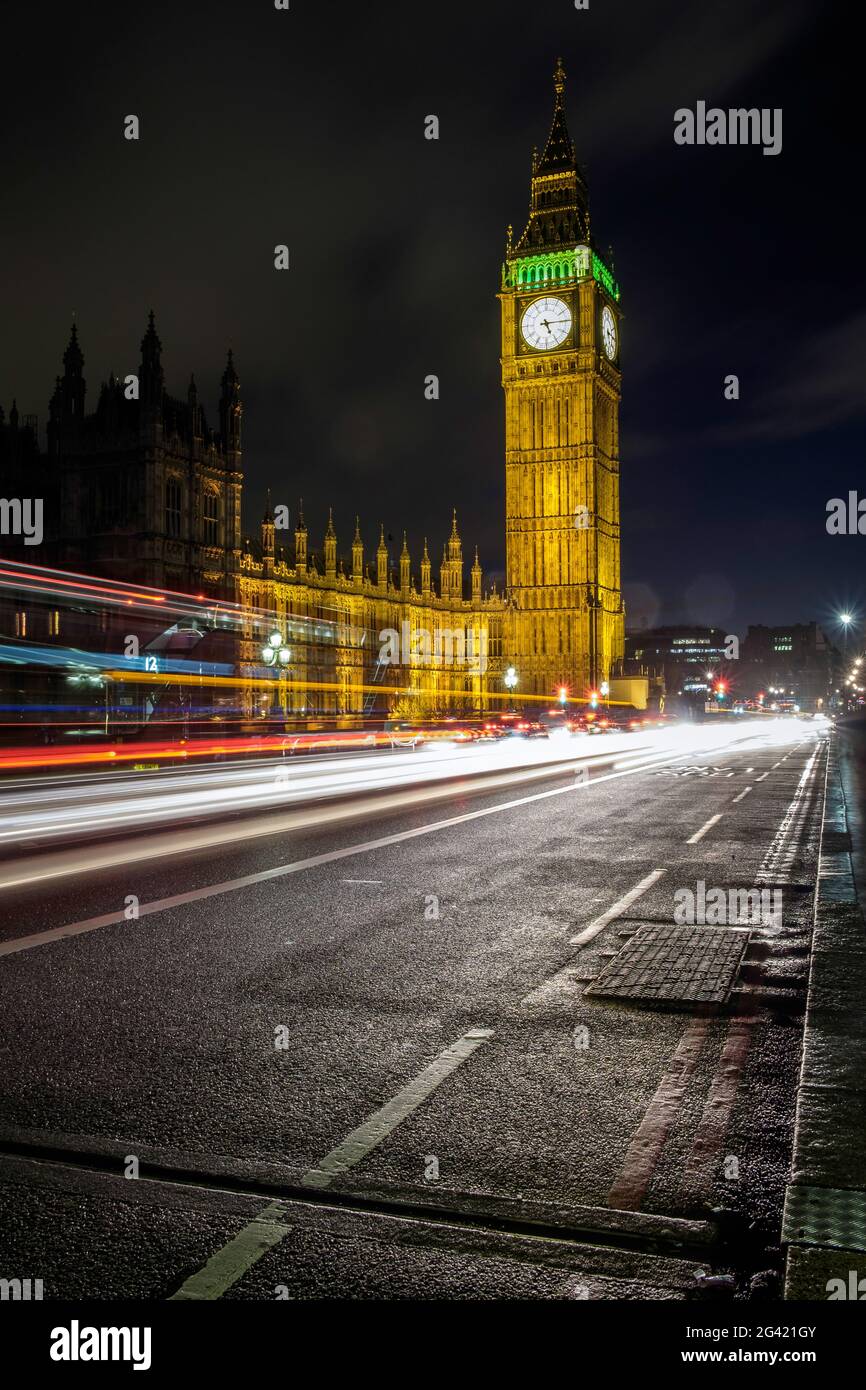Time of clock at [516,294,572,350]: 5:14
